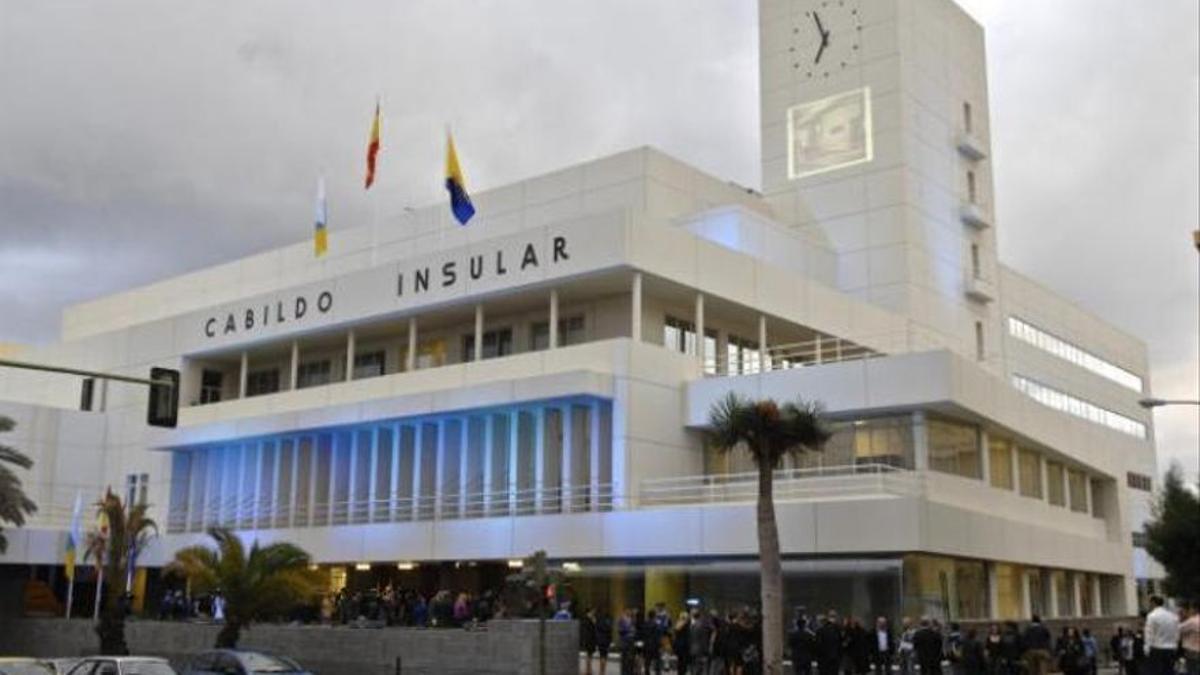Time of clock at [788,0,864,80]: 6:56
